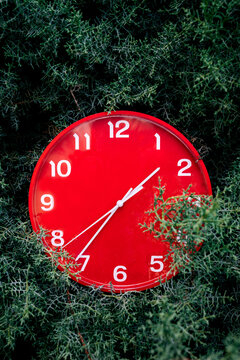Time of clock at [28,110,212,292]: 1:36
